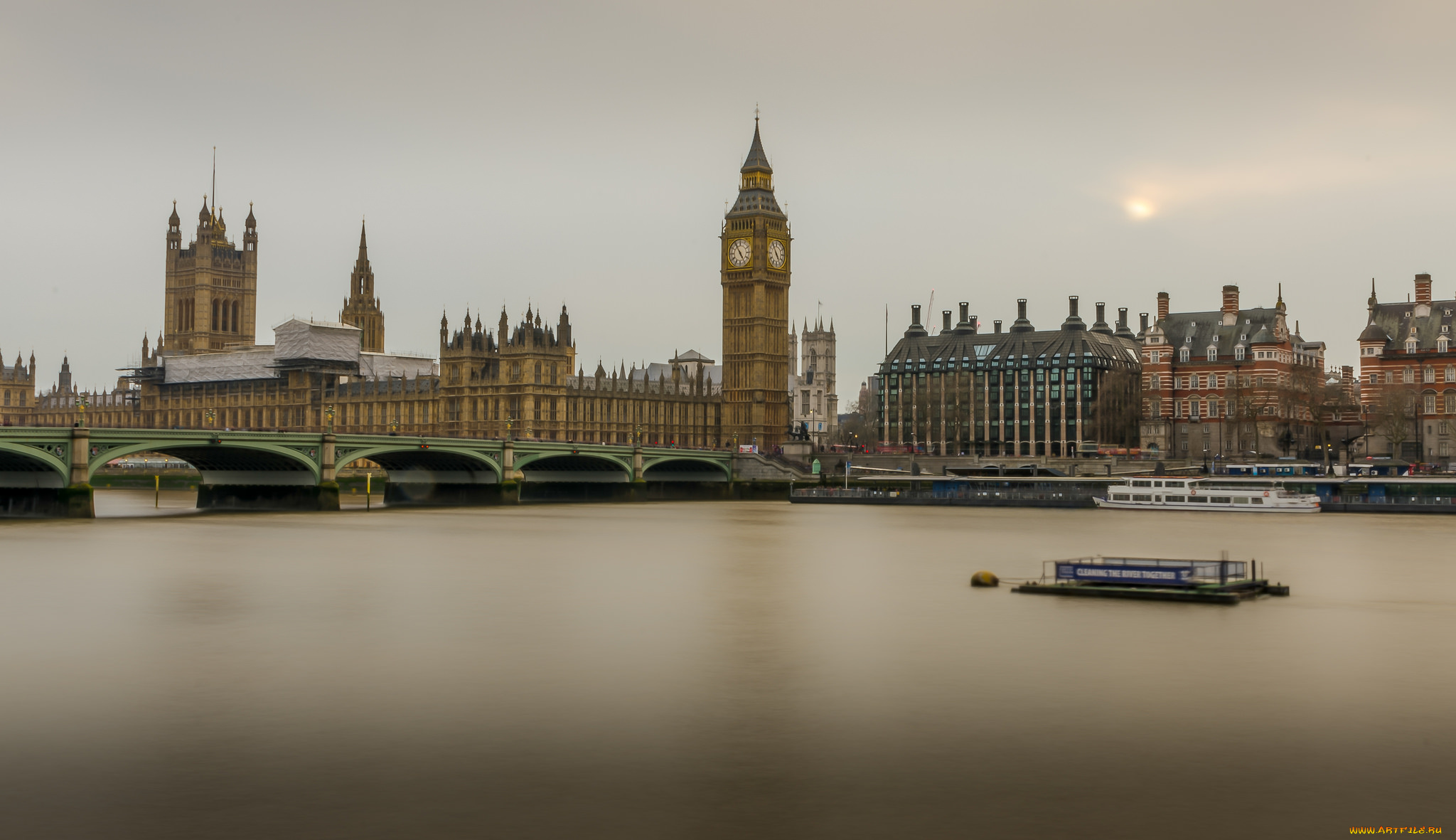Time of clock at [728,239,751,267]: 4:54
